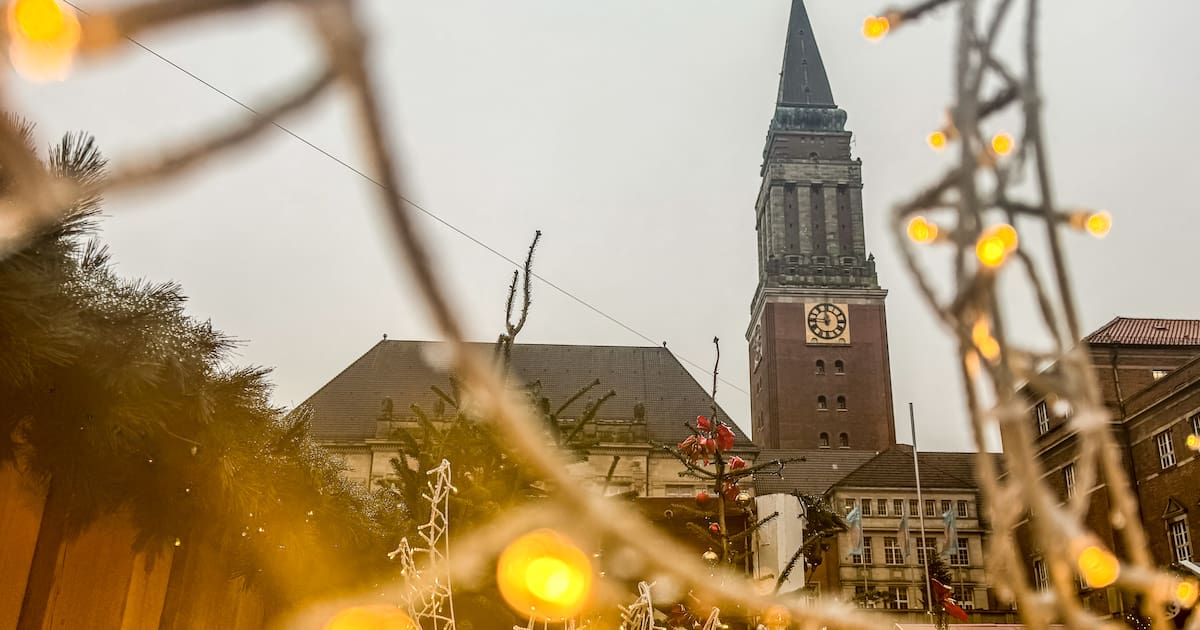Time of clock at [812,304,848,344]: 11:45
